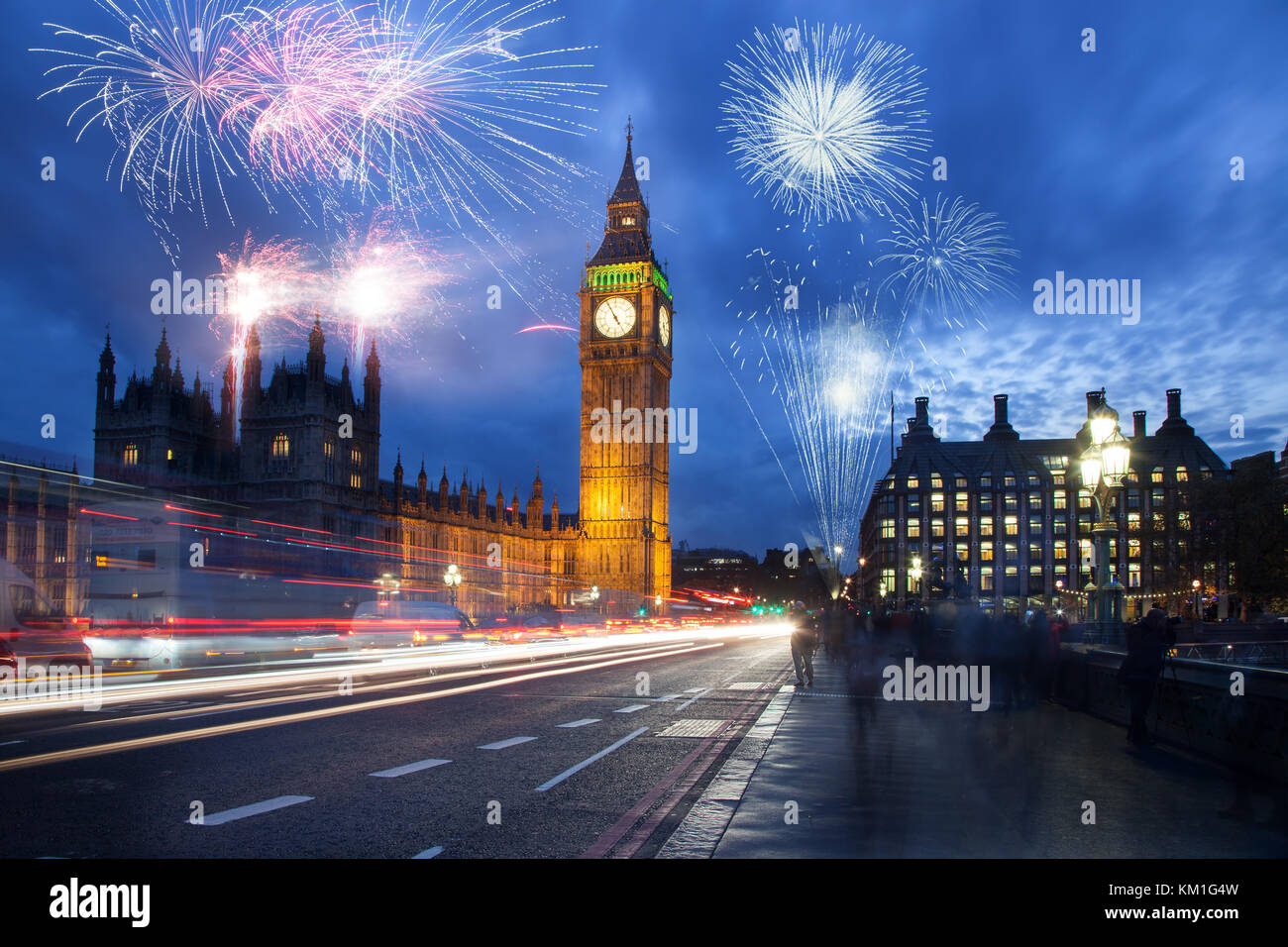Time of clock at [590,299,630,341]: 4:55
